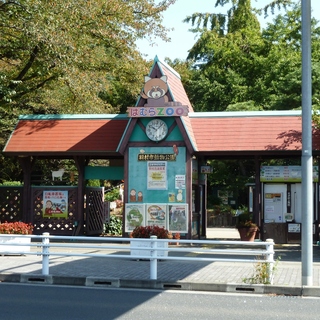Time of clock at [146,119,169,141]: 10:07
